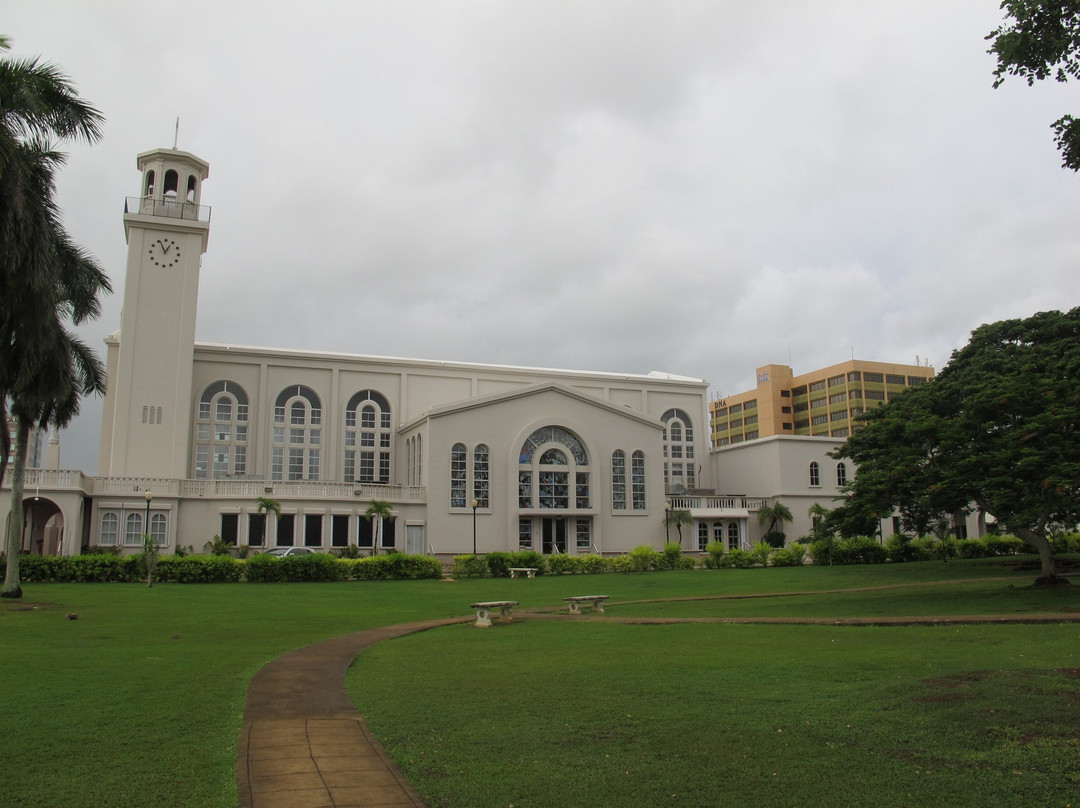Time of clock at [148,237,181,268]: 12:56
